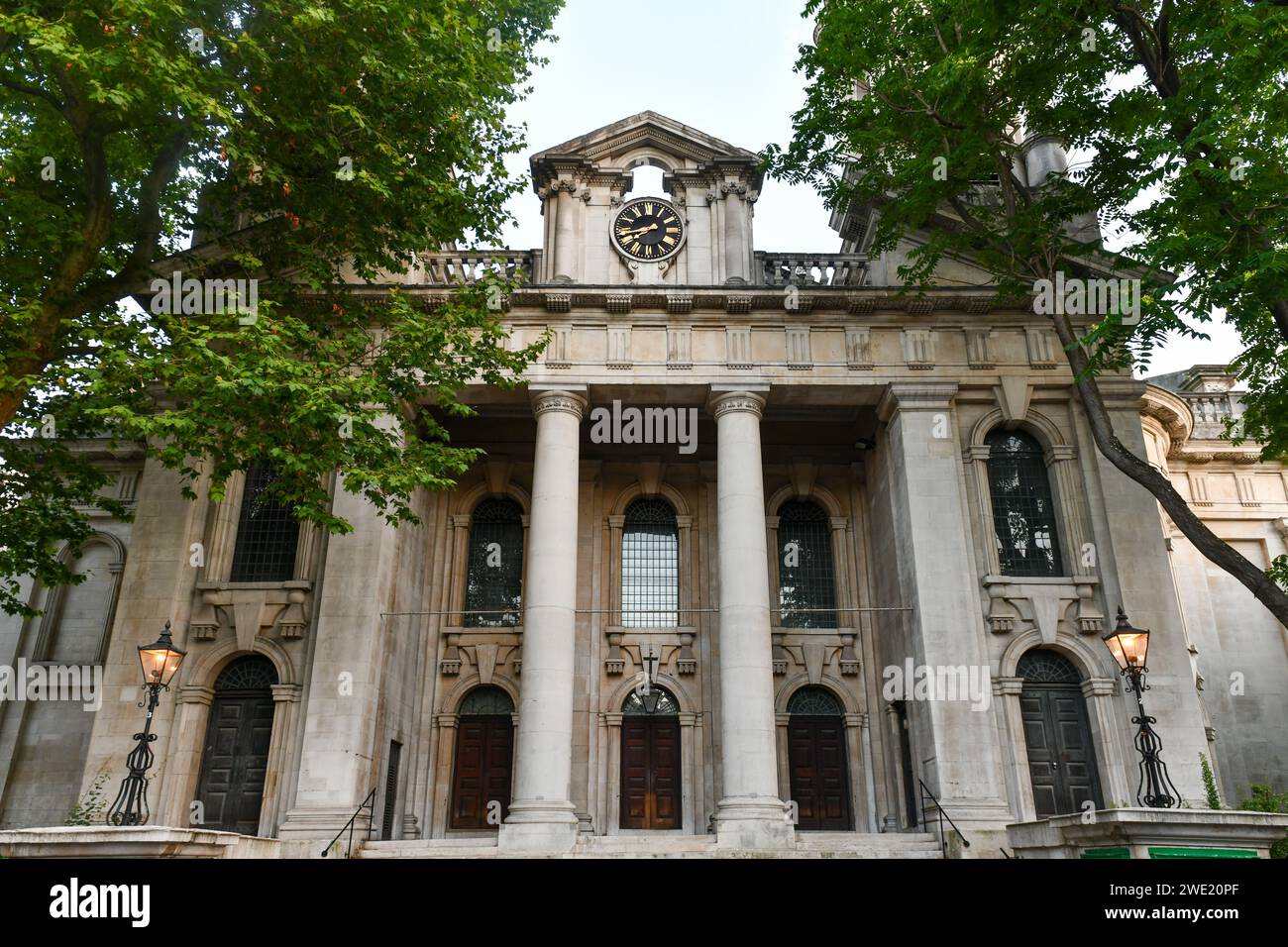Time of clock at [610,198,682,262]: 7:42
